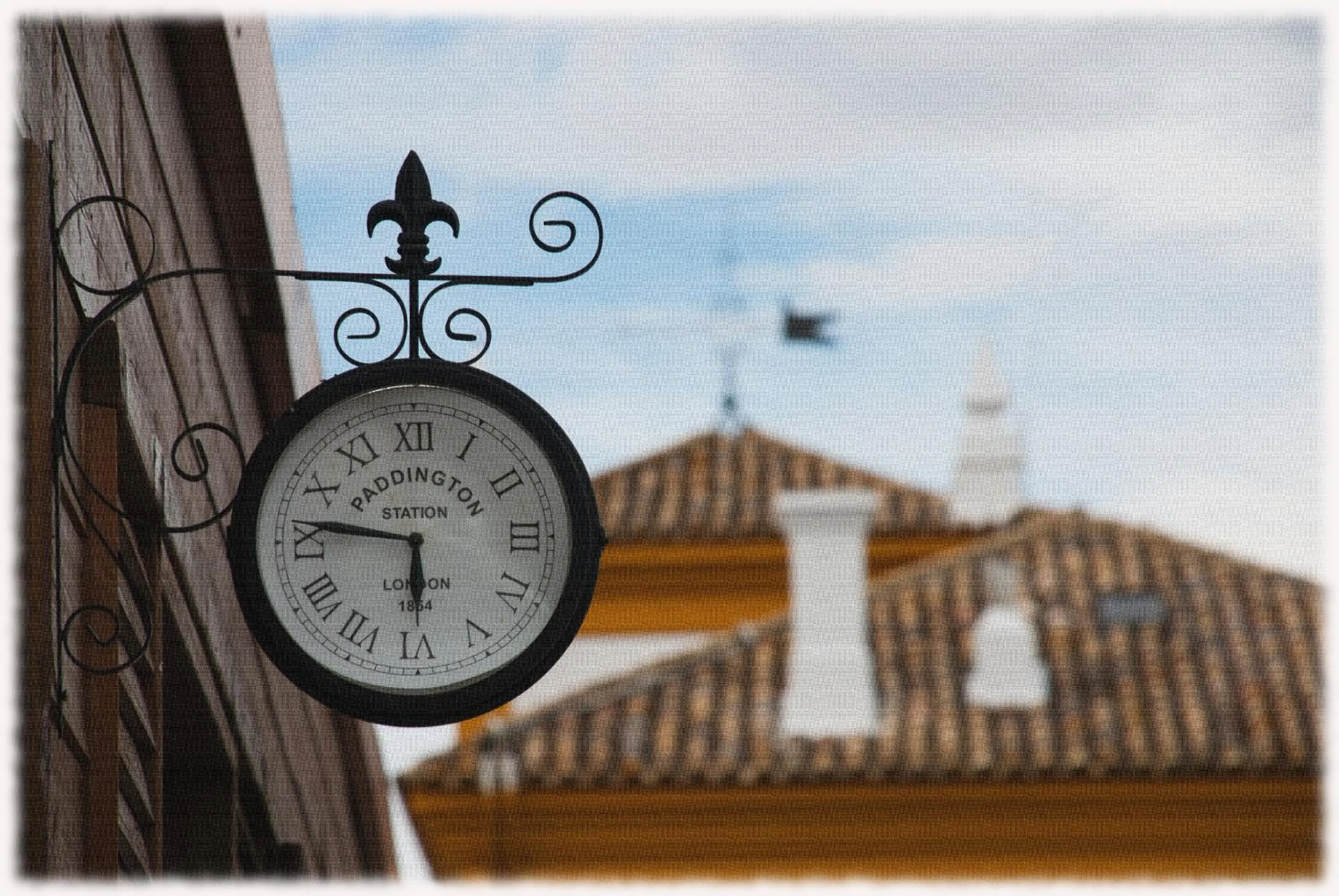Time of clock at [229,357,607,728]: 5:46
